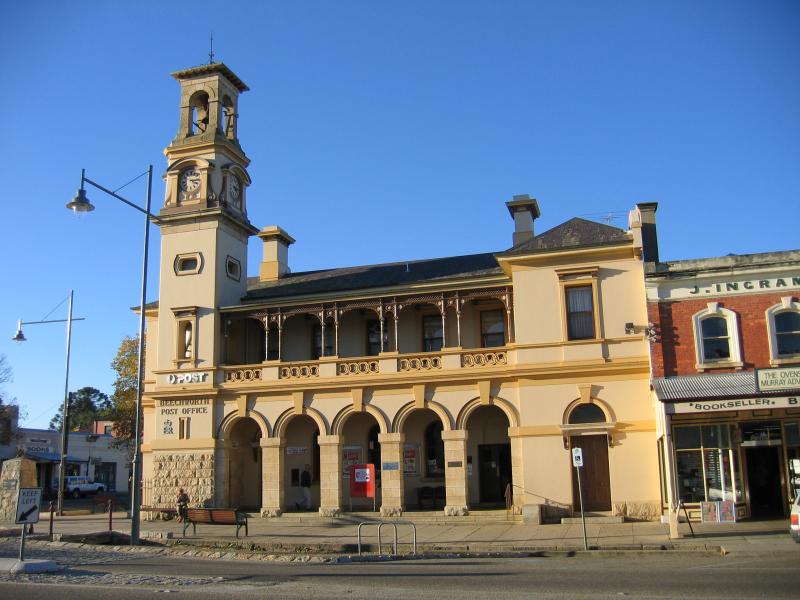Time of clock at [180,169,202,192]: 3:12
